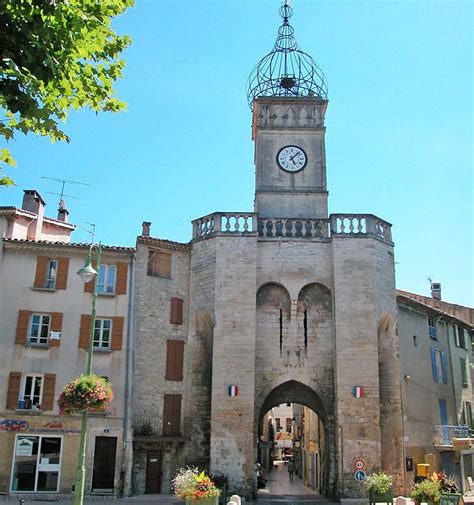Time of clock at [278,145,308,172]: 5:07
